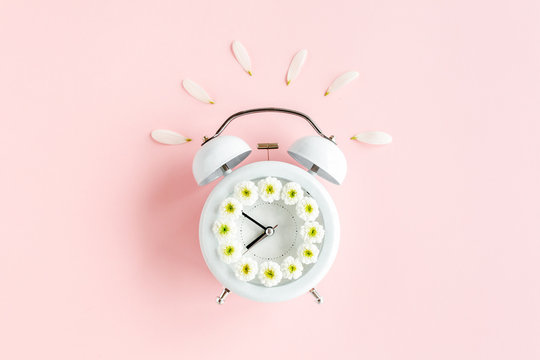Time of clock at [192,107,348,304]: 7:50
